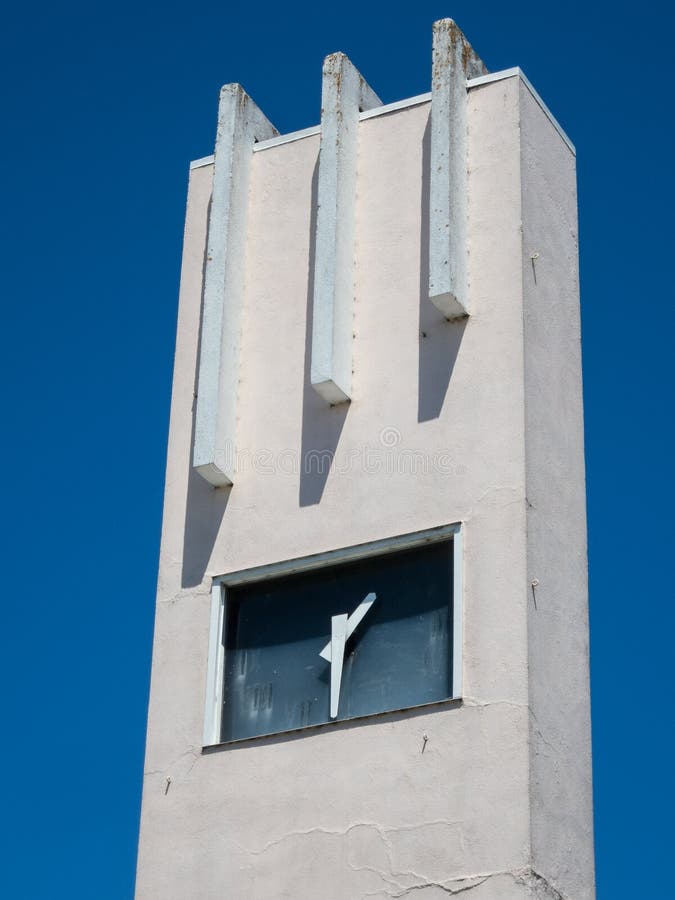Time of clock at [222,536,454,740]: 1:31
